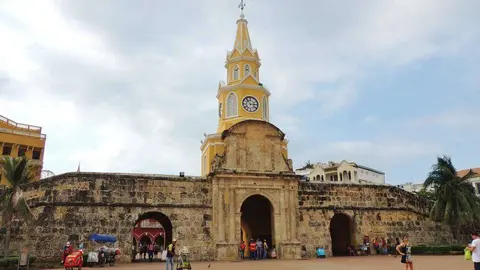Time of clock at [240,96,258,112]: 2:53
